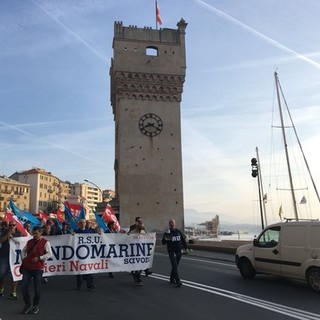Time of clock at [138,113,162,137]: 8:20
